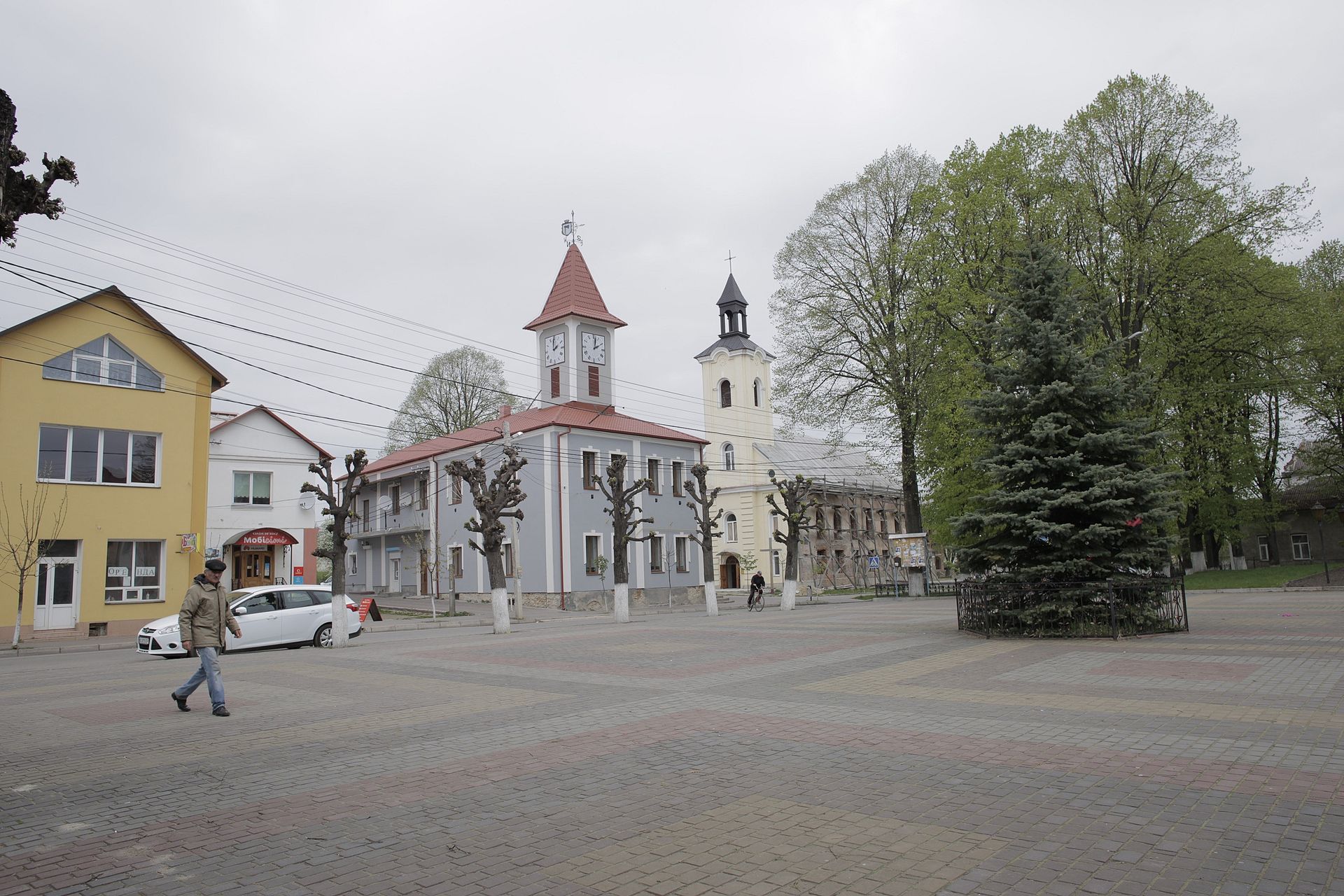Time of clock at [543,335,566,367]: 1:59
